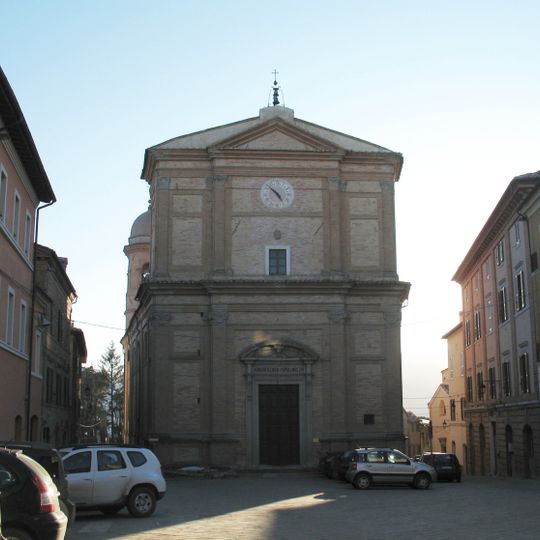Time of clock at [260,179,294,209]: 4:52
